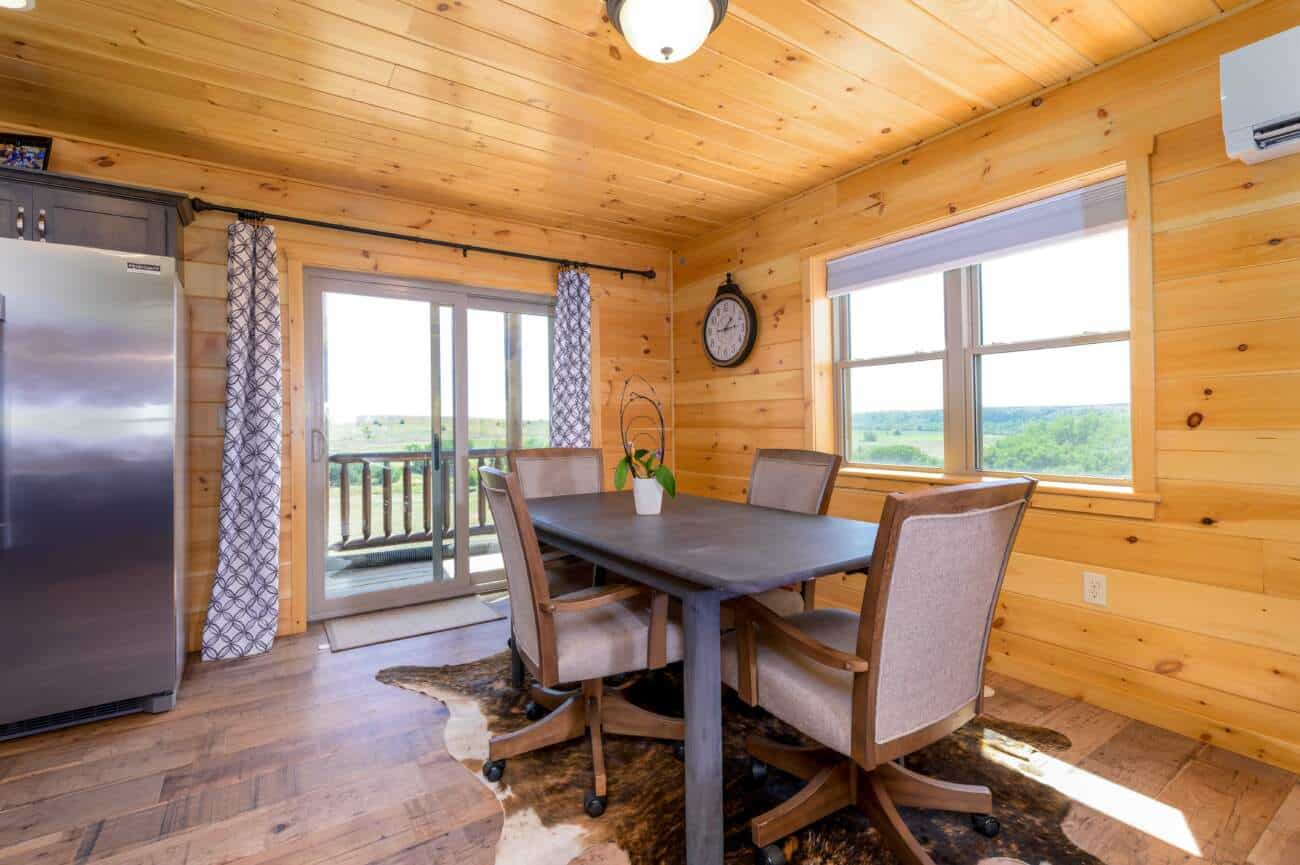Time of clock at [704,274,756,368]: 1:13
